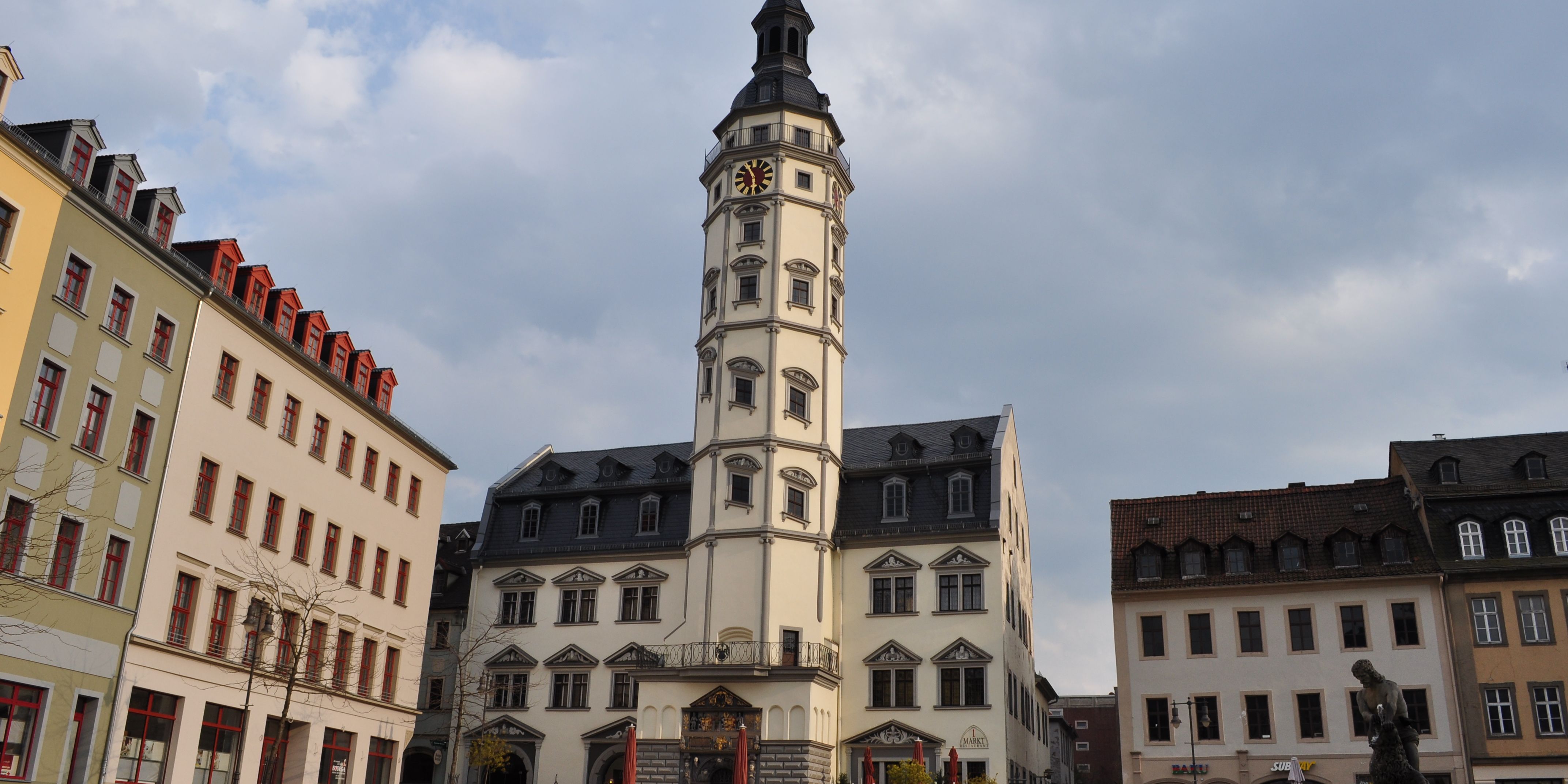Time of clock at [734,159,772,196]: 5:55
